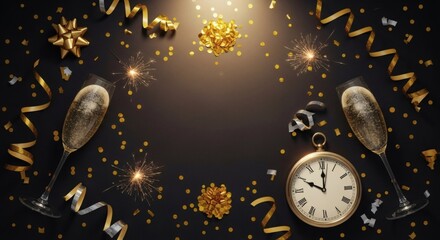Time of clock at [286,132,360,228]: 10:00
